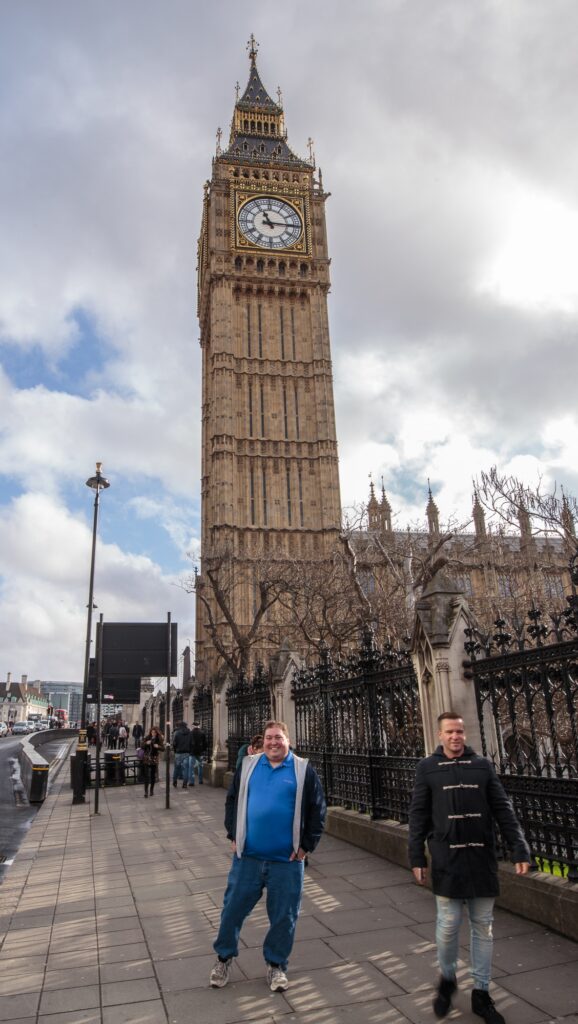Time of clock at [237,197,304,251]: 11:15
